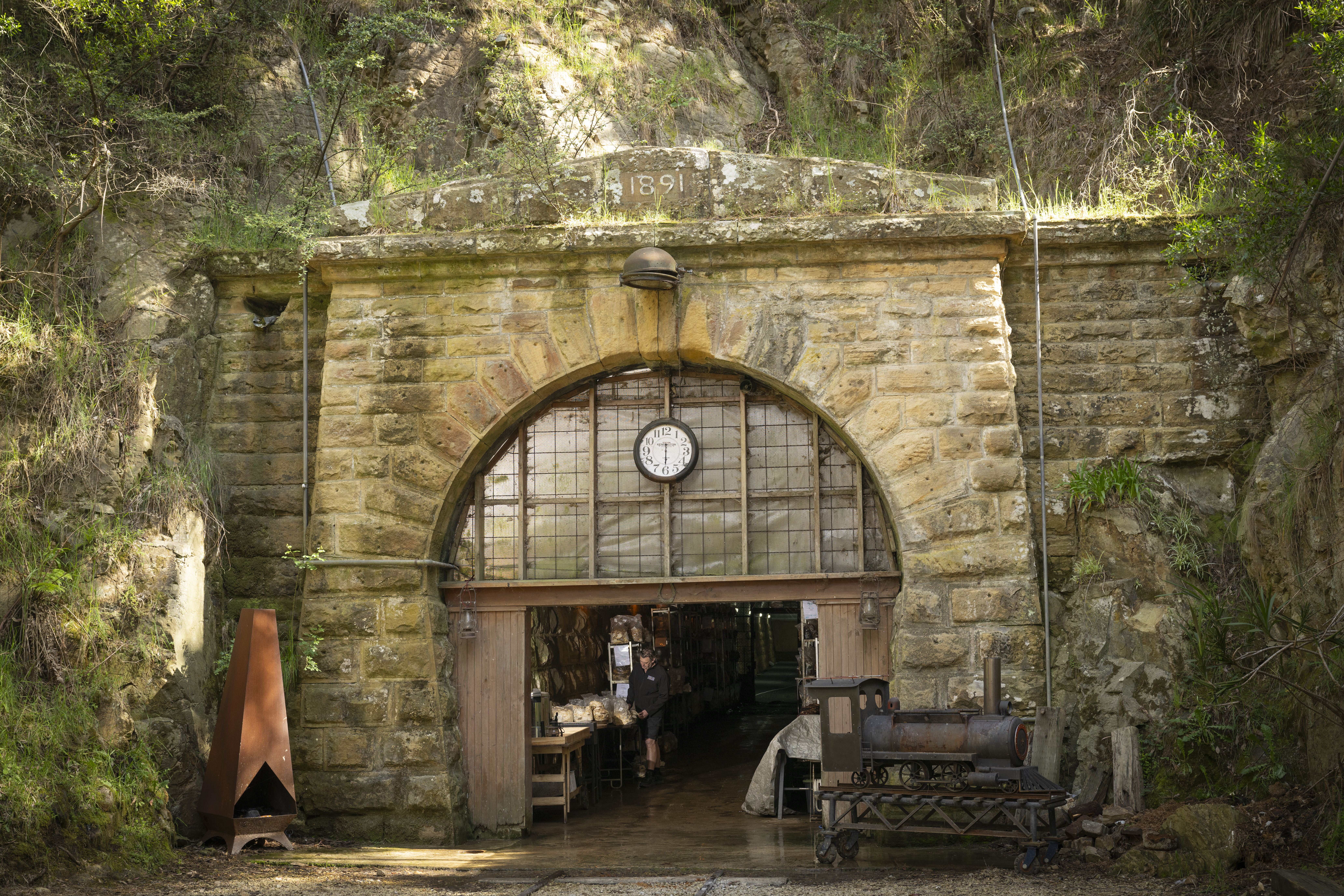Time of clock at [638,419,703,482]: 5:59
